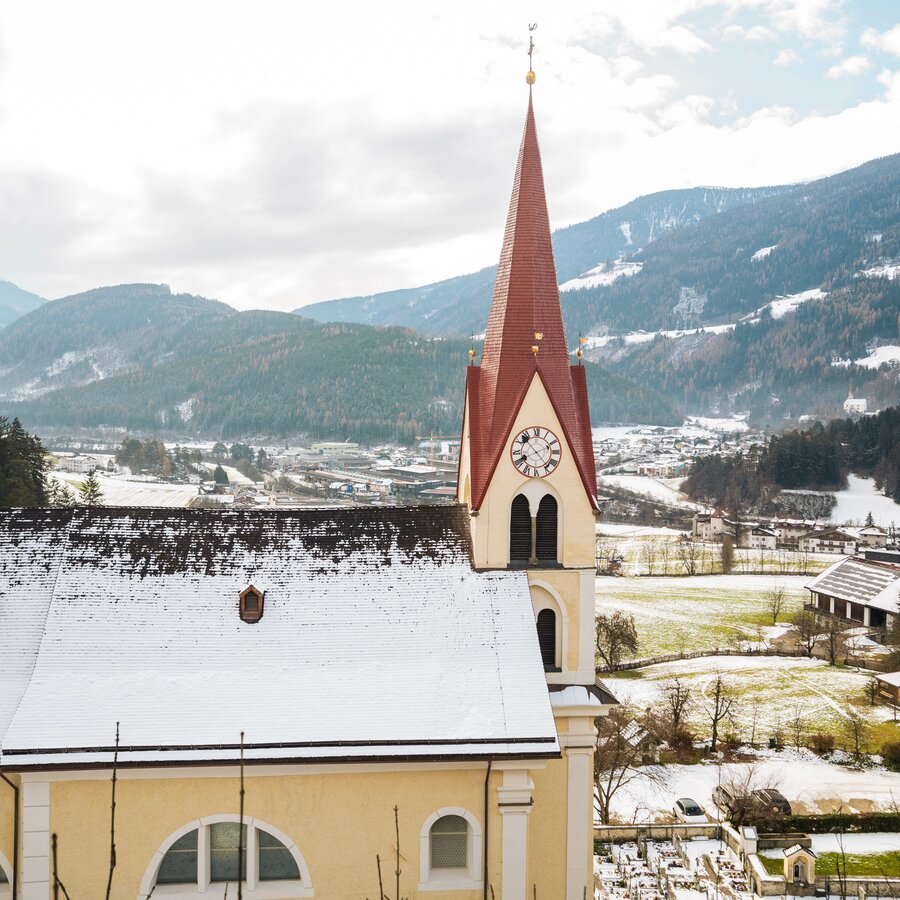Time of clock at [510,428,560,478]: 8:11
